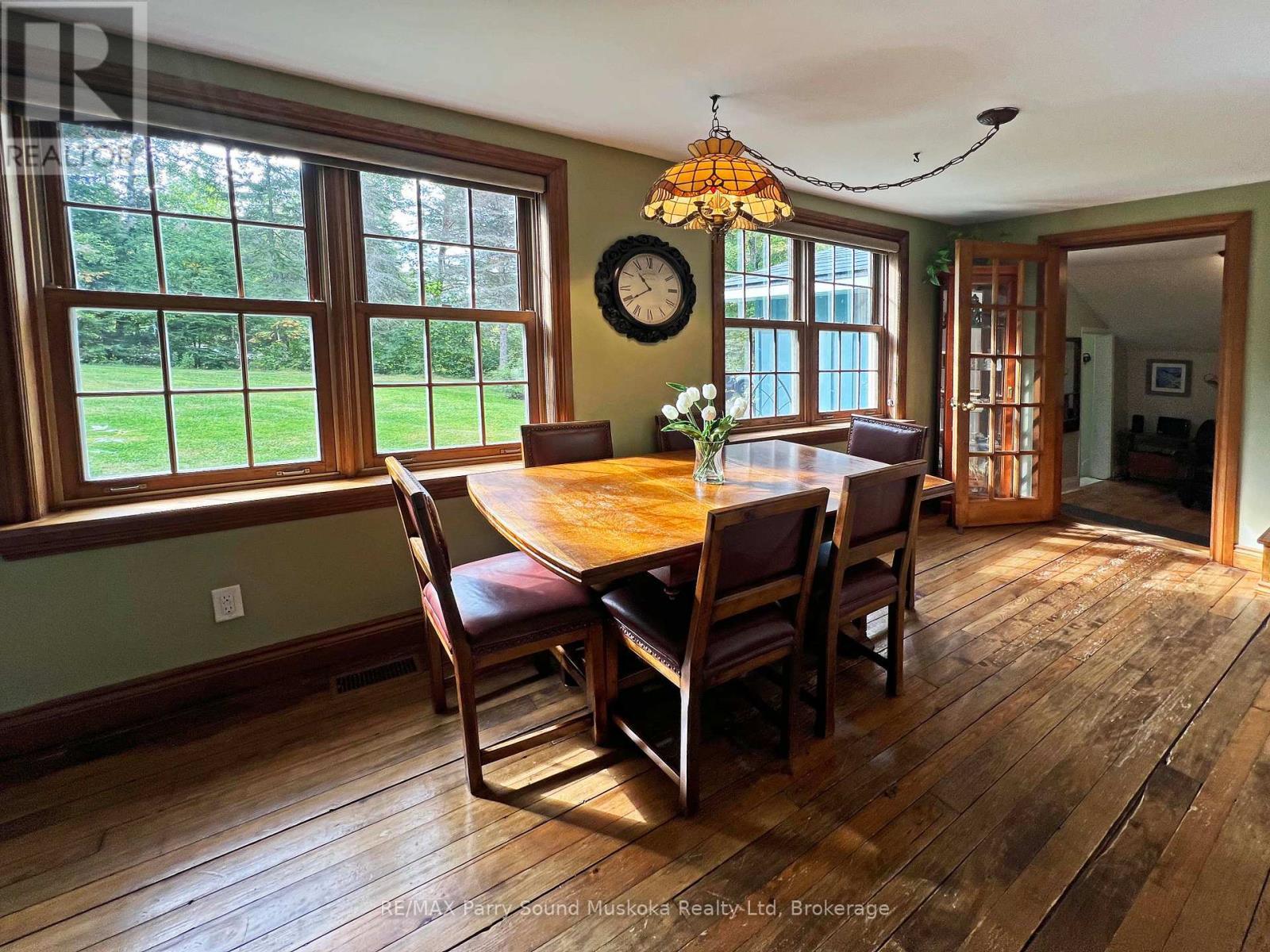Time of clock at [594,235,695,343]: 10:40
